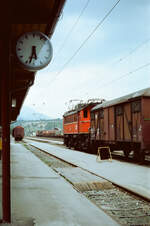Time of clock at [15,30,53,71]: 5:33
